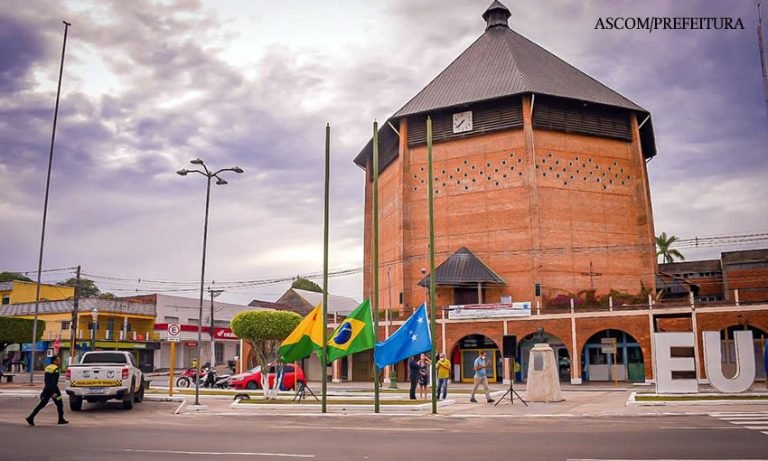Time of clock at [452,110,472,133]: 7:38
